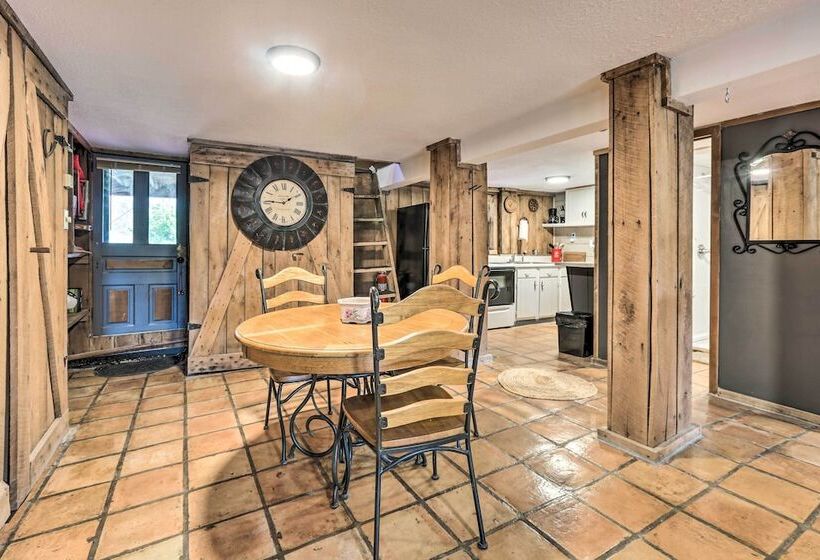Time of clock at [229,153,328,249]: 9:10
